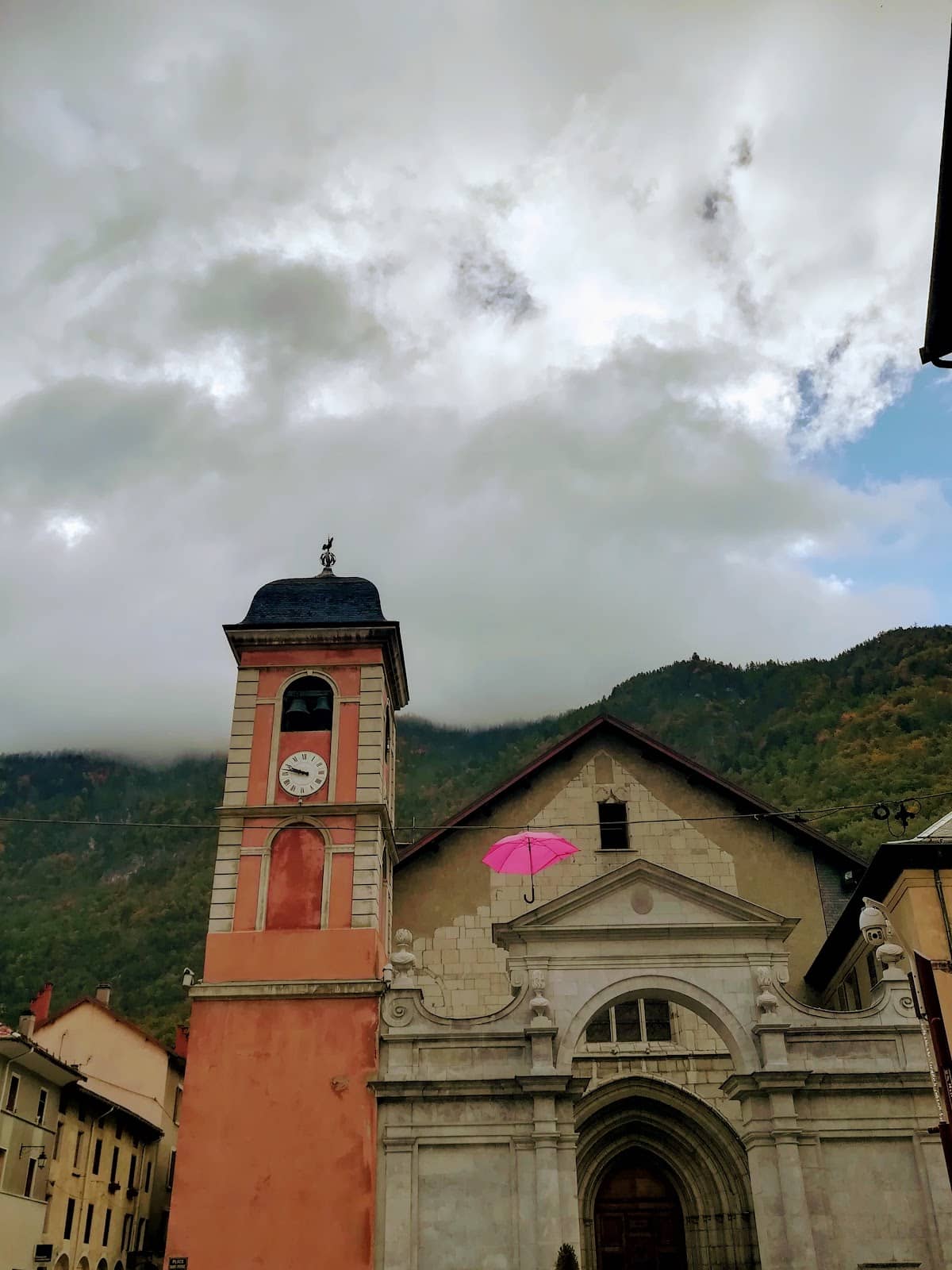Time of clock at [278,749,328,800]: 9:47
